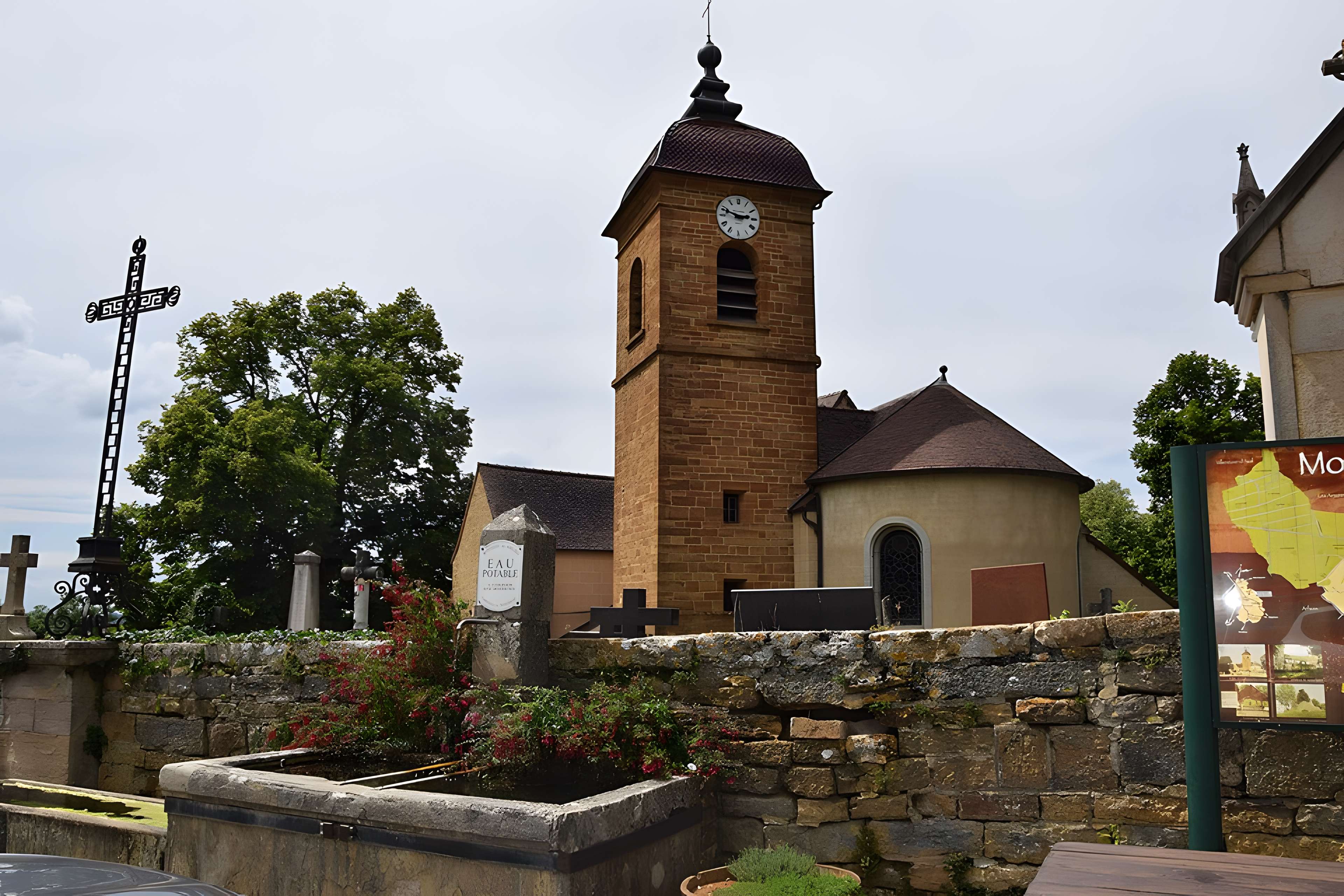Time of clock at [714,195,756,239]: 2:48
